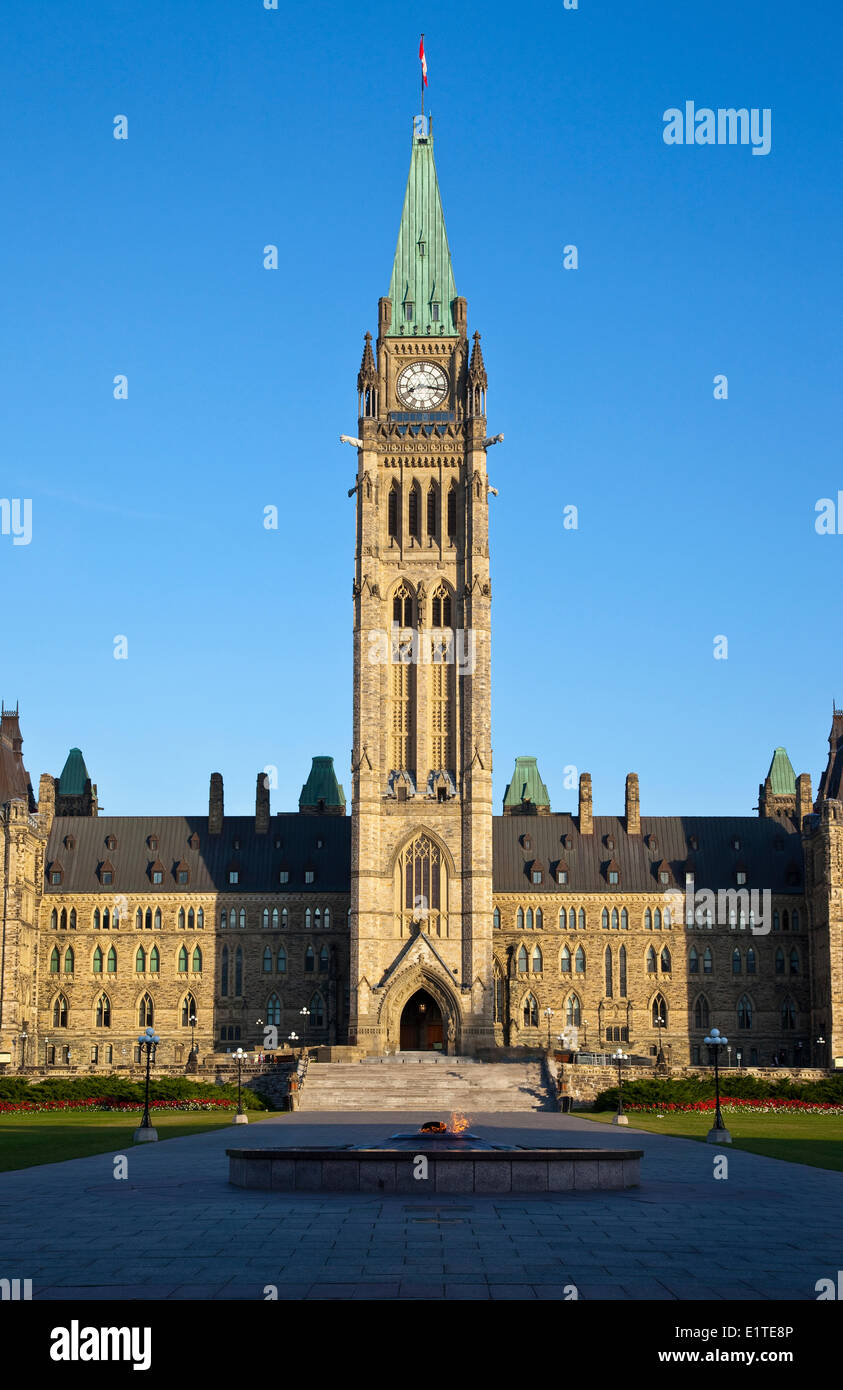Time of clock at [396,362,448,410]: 8:16
